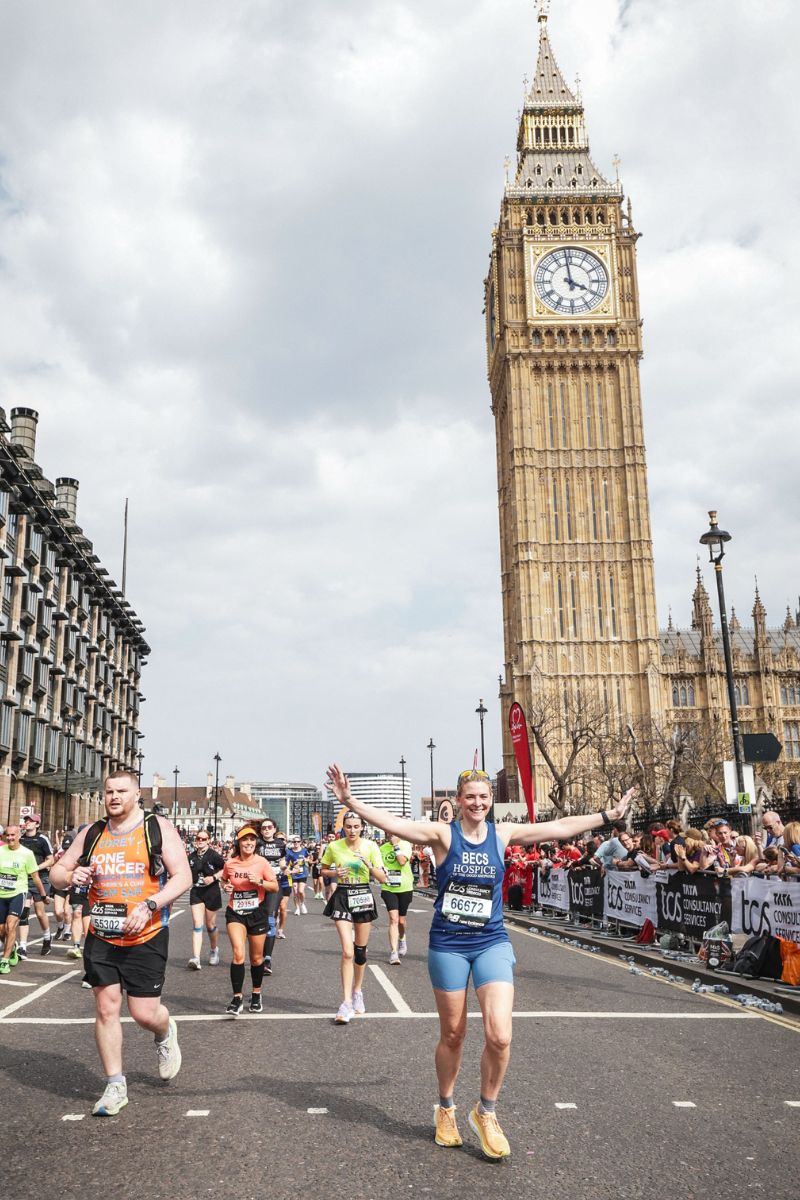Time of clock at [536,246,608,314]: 3:58
